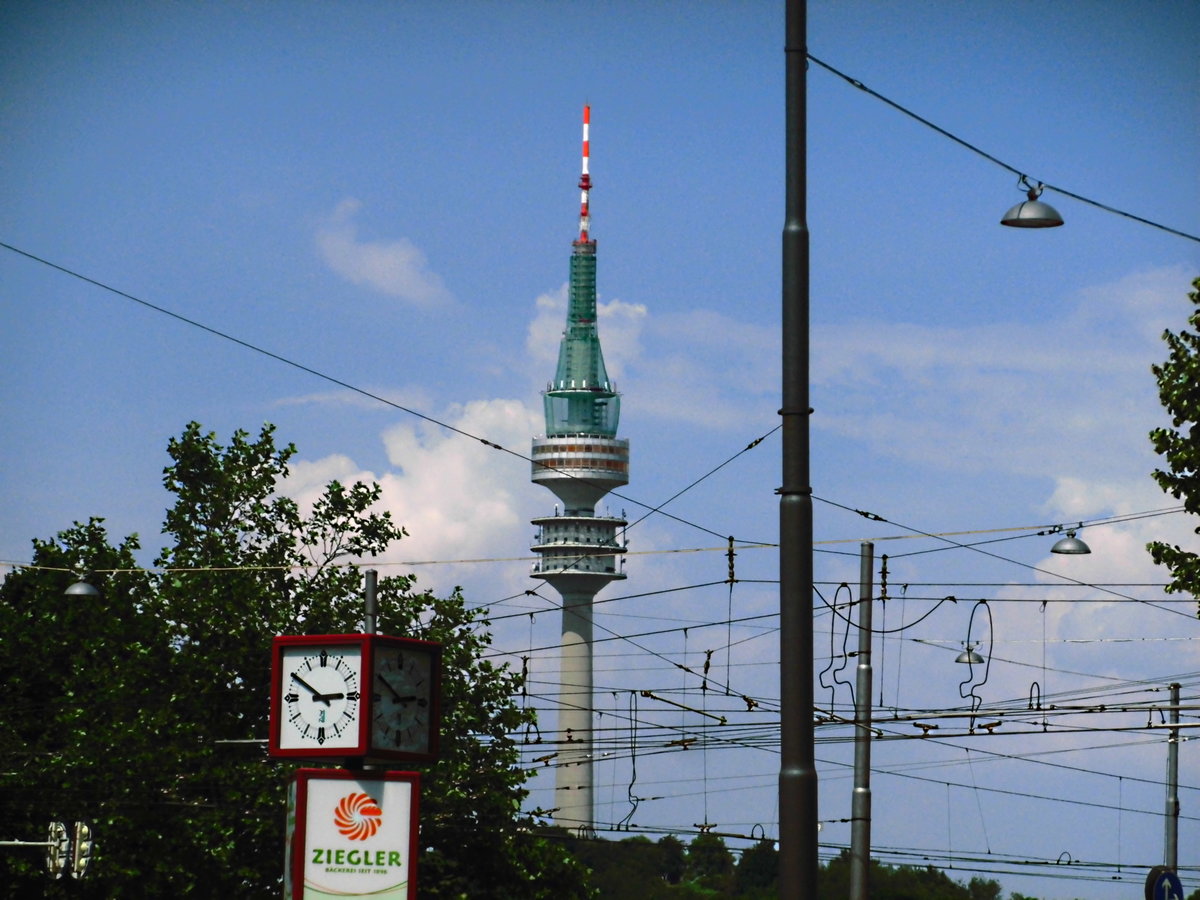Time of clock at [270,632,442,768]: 2:50
